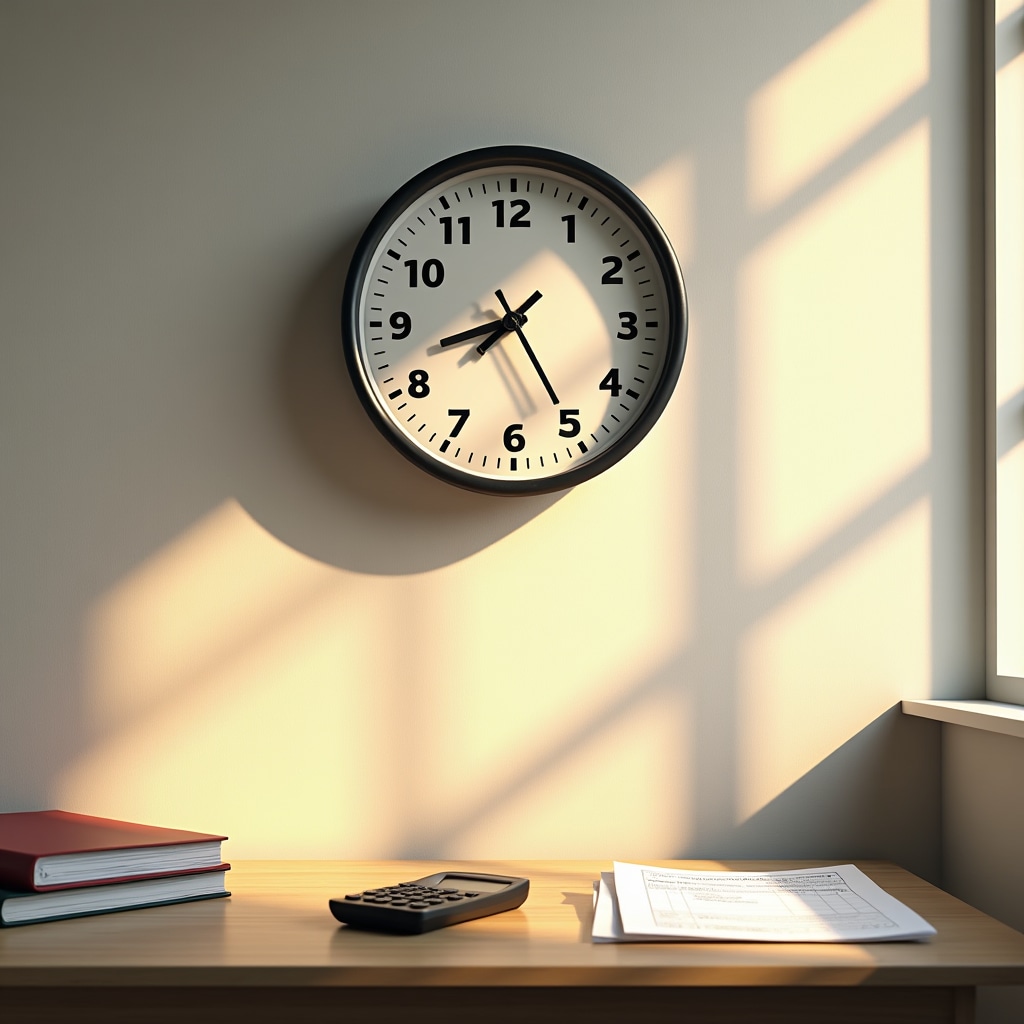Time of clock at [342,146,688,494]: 8:25
